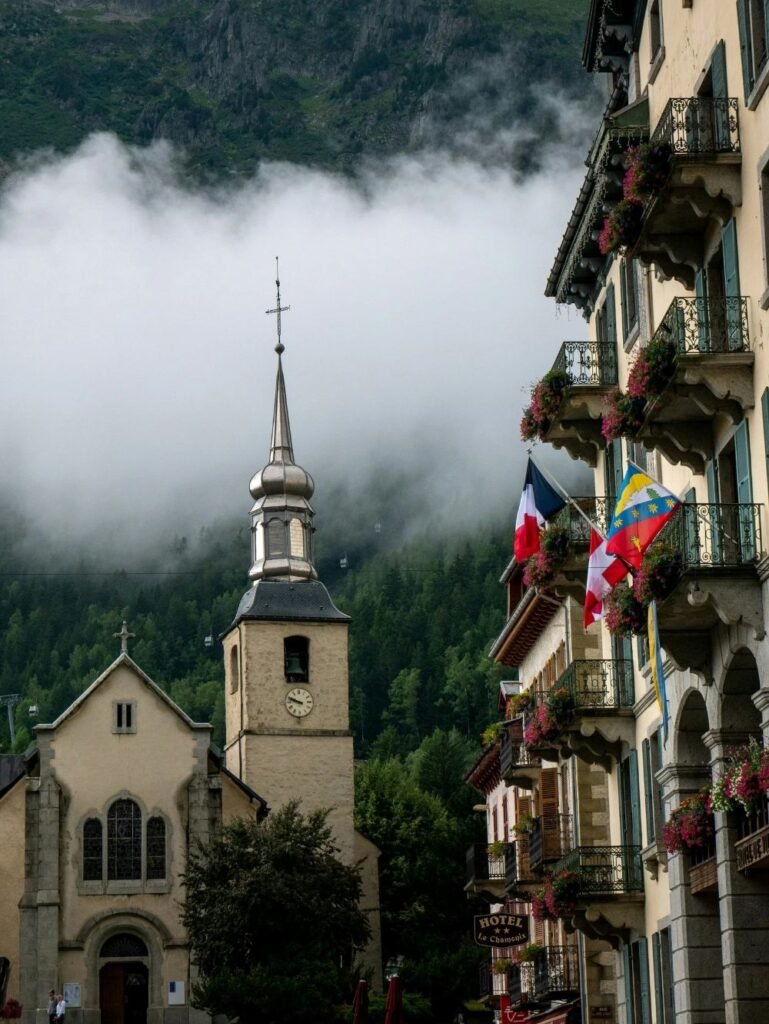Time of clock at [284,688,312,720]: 9:48
